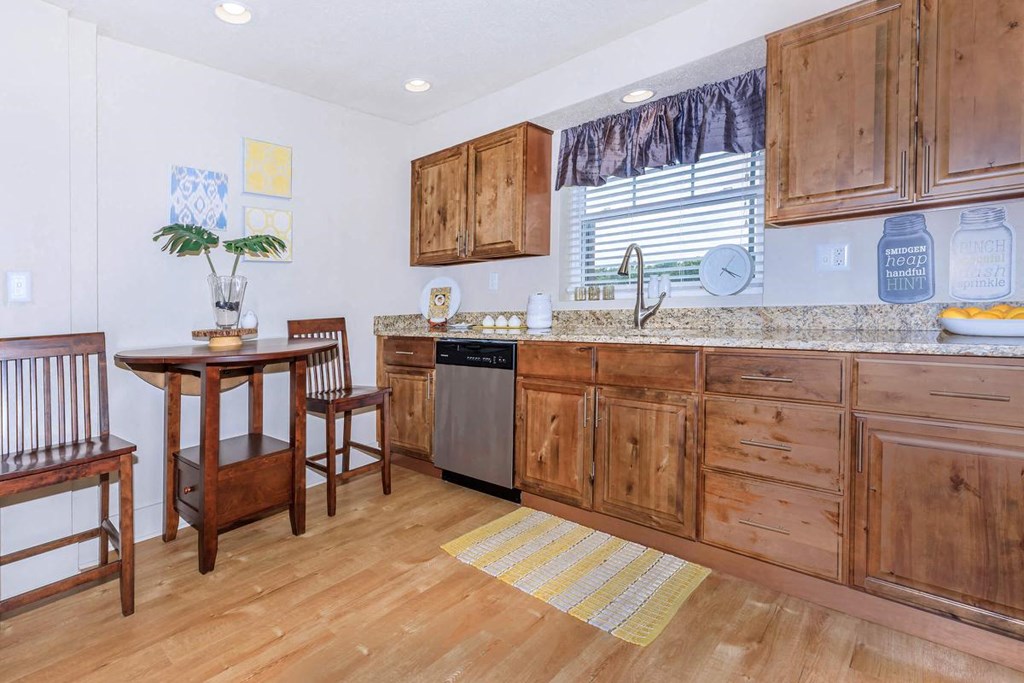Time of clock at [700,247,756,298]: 4:20
